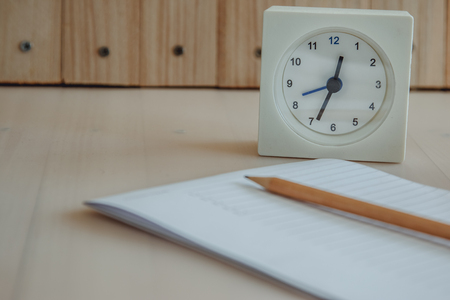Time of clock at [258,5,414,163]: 12:33
